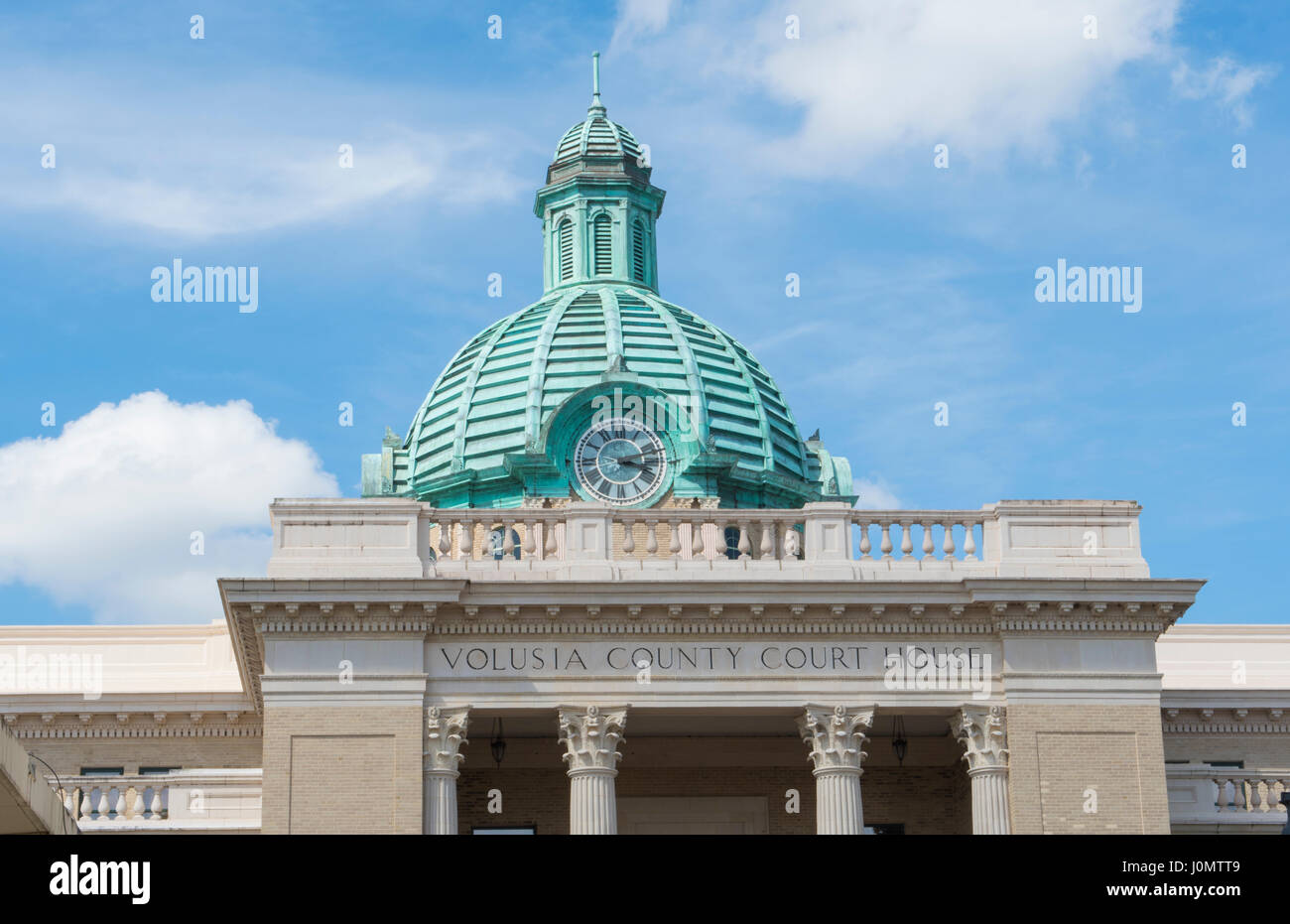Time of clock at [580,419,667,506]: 3:12
